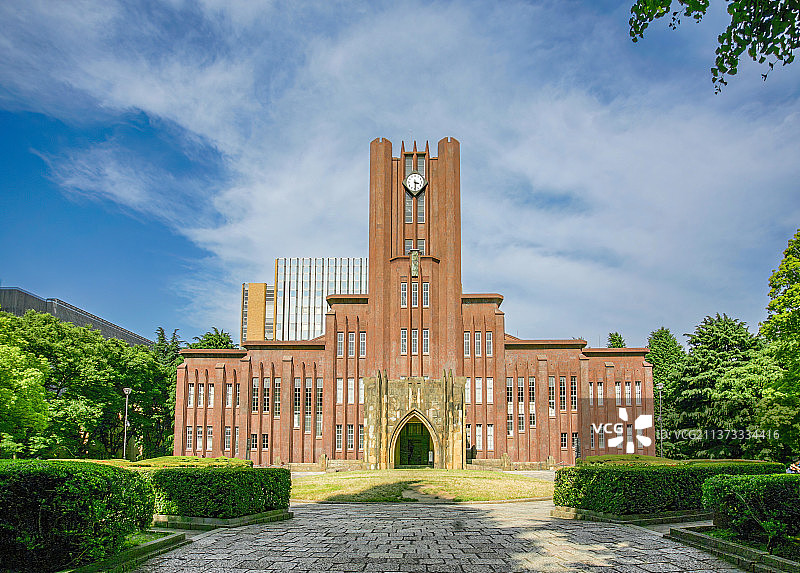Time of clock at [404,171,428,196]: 3:29
